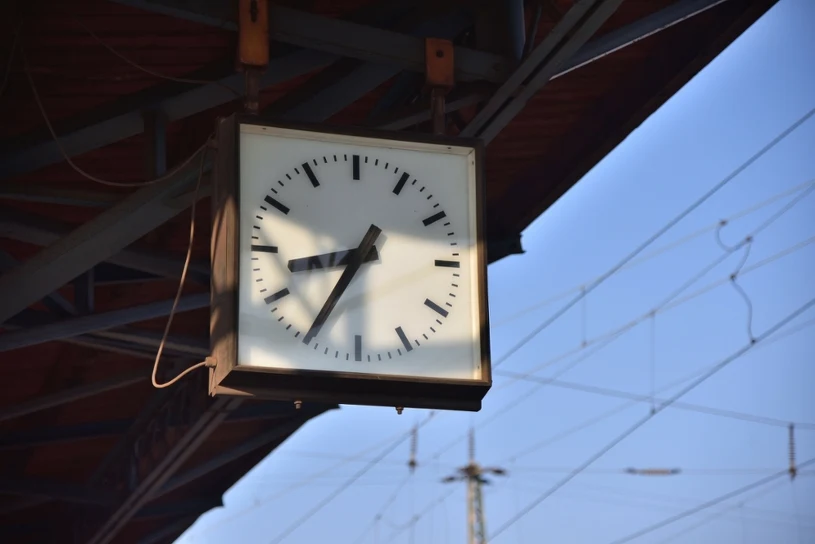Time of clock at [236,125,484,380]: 8:35
